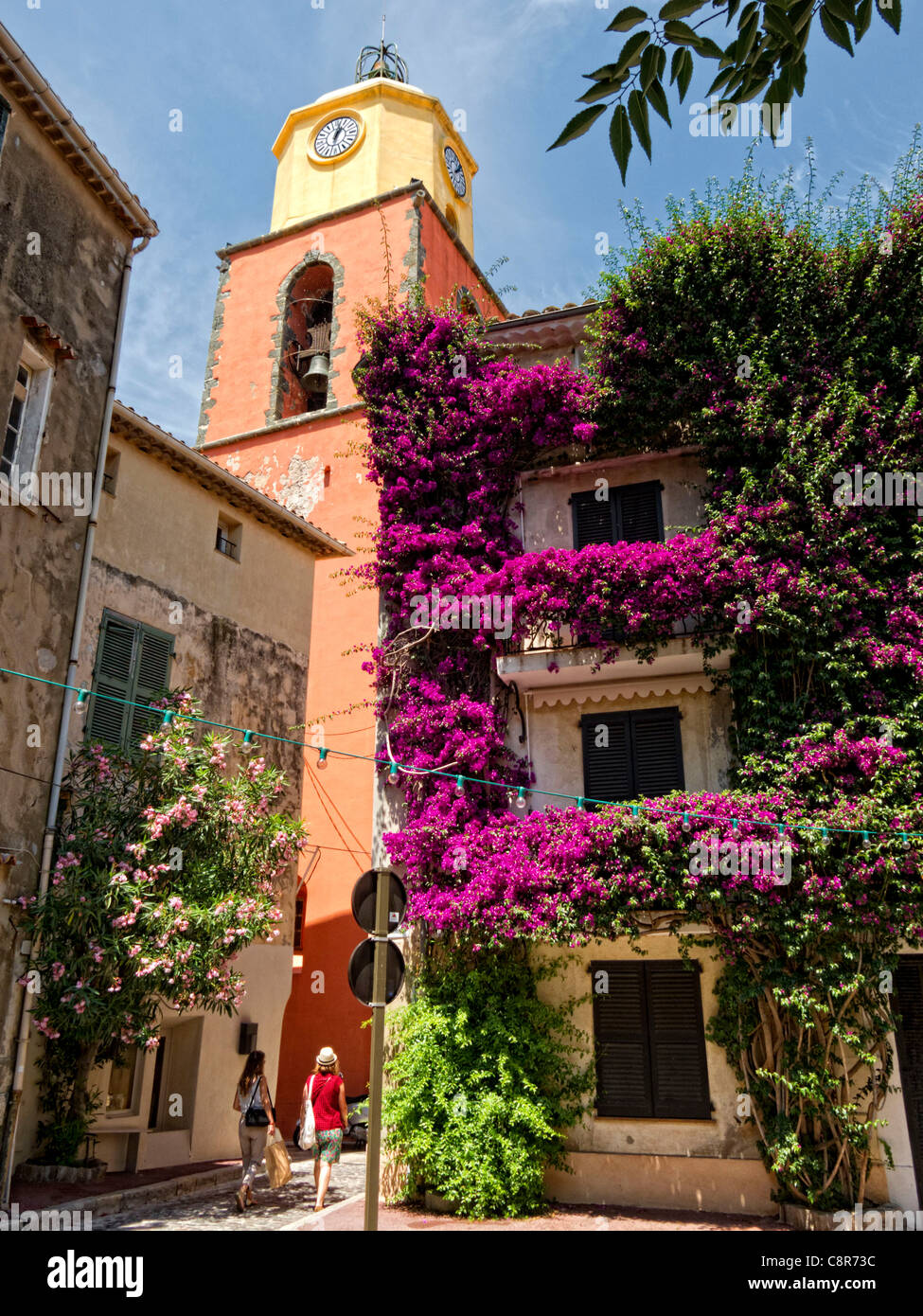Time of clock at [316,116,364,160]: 1:02
